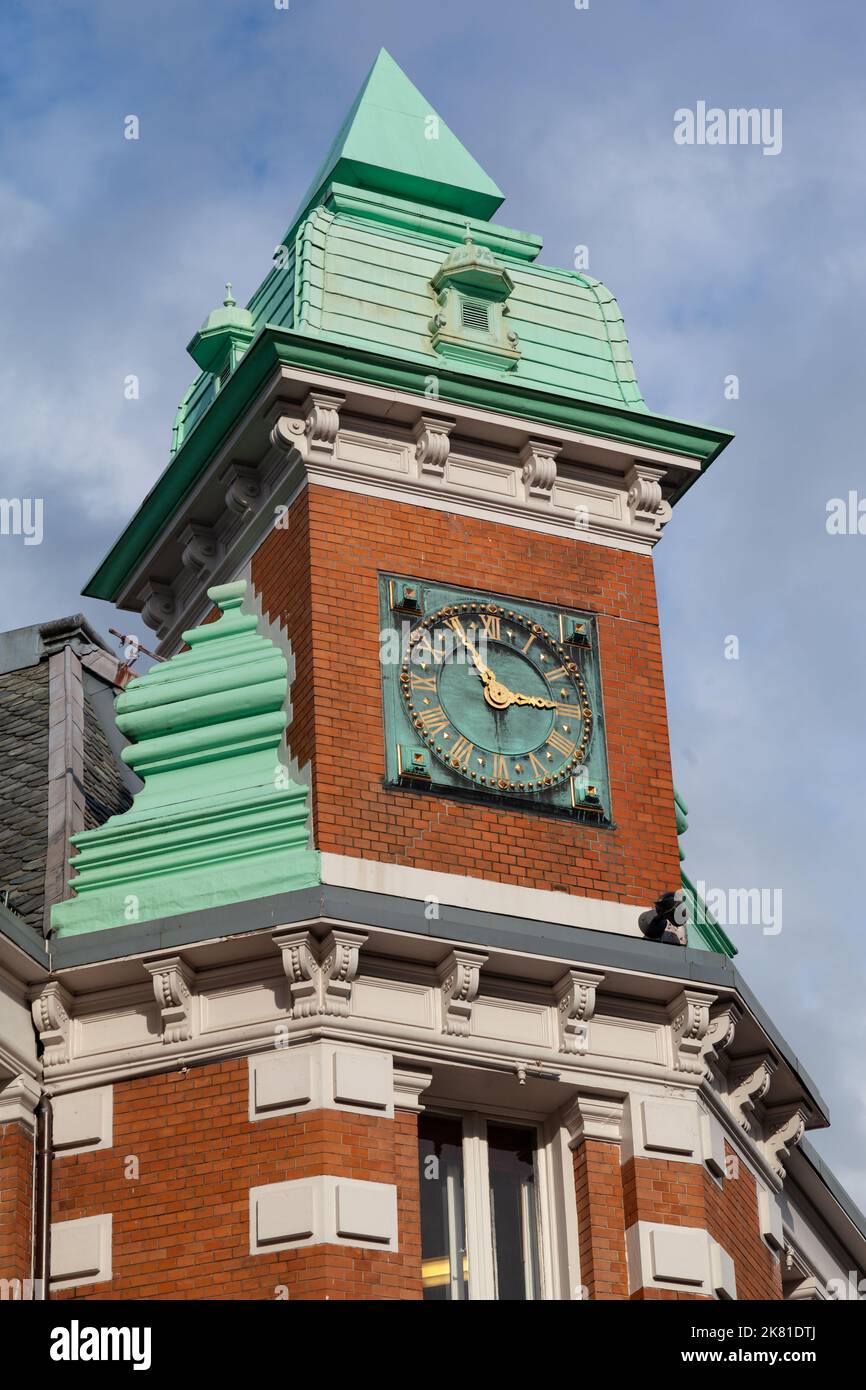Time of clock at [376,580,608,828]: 2:56
